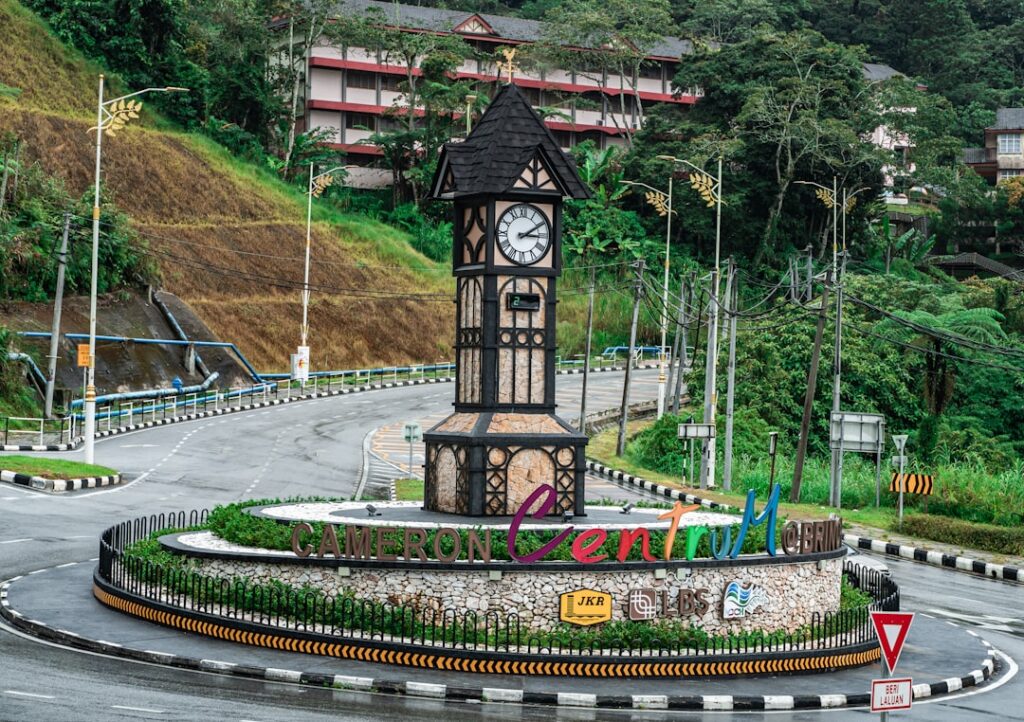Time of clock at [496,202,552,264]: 3:09
